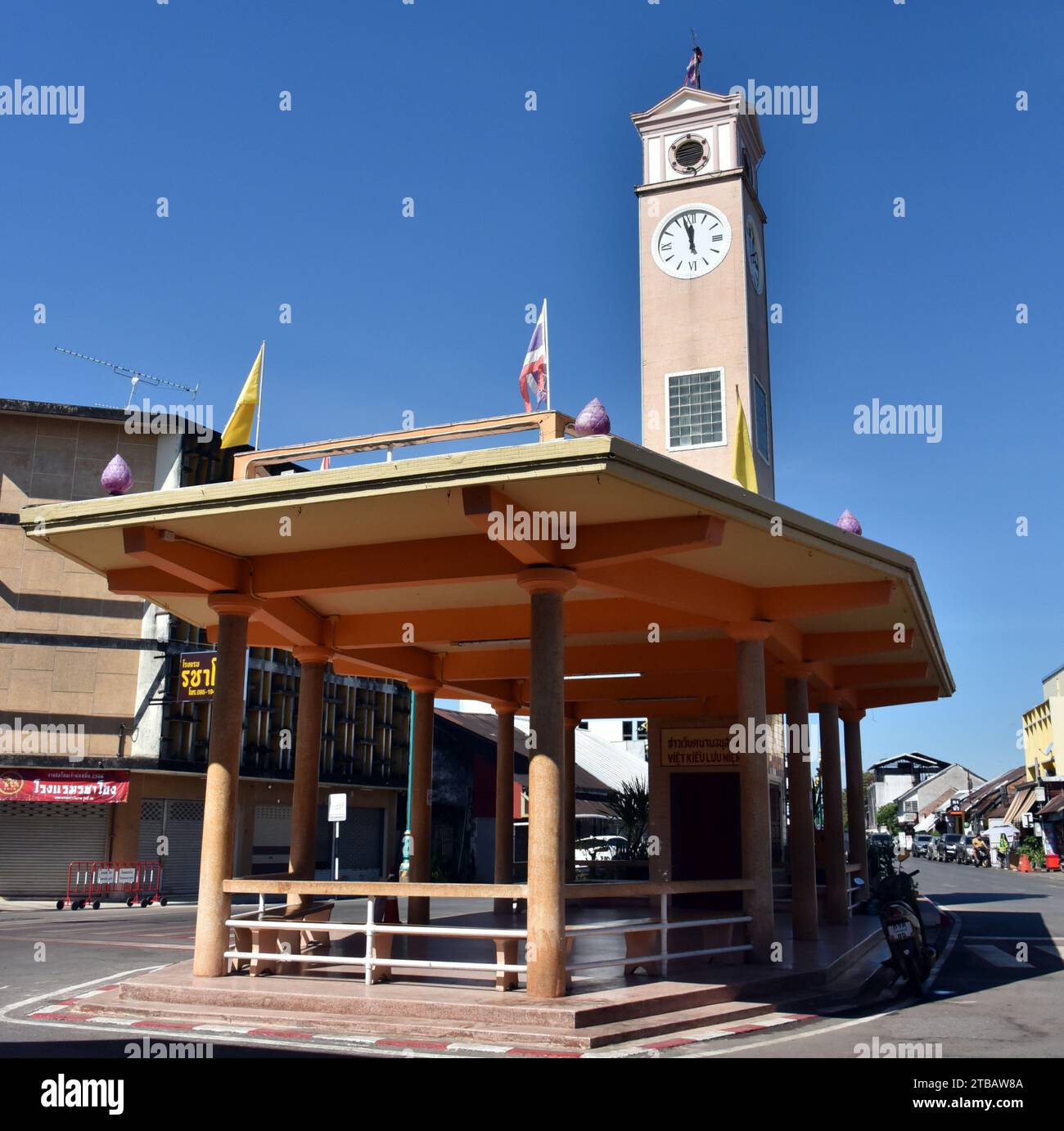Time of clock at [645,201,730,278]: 11:57
